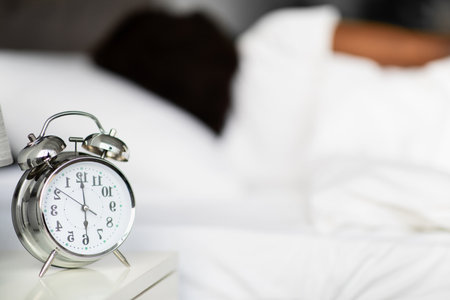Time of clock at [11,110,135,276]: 5:59
